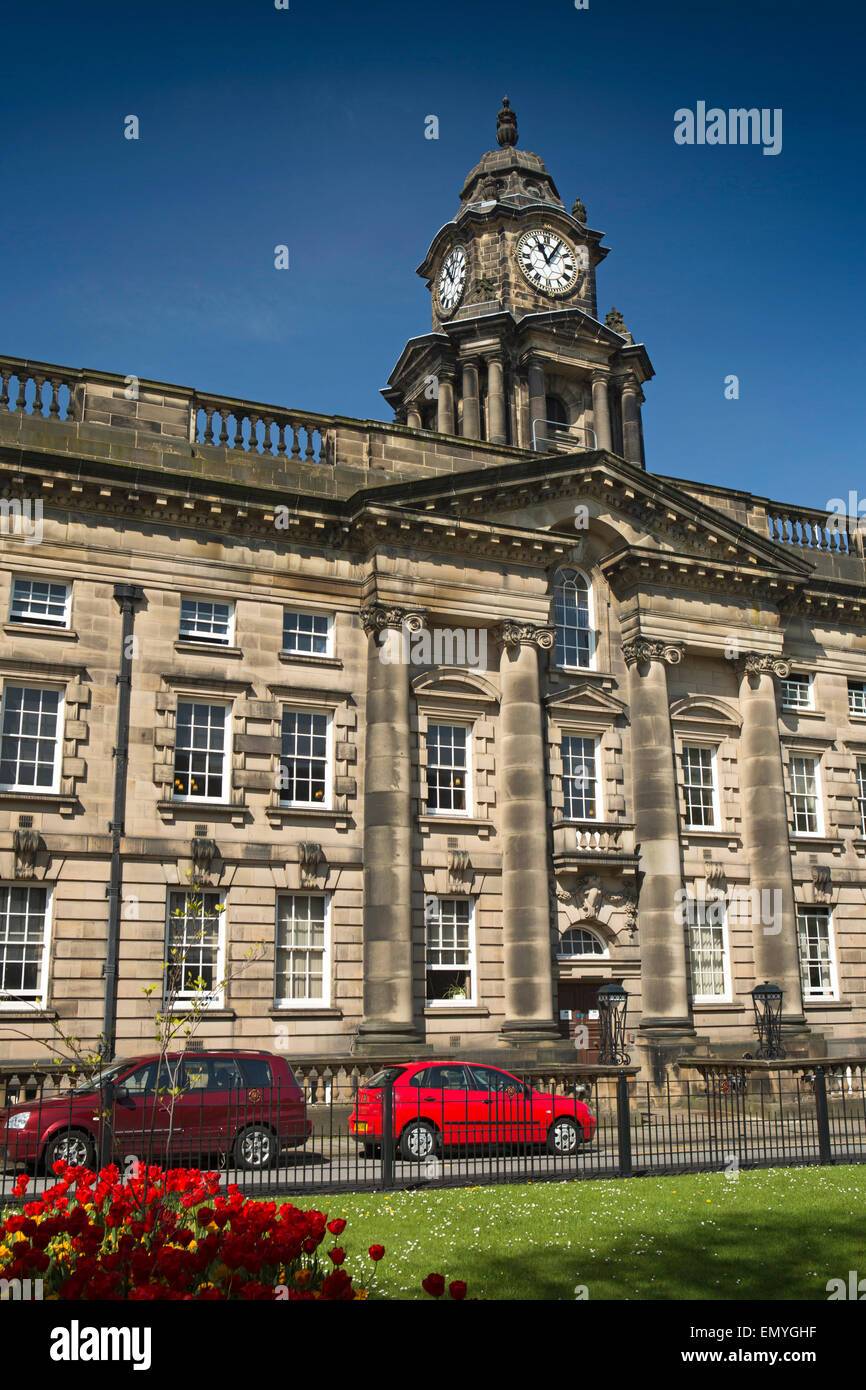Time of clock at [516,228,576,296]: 11:05
